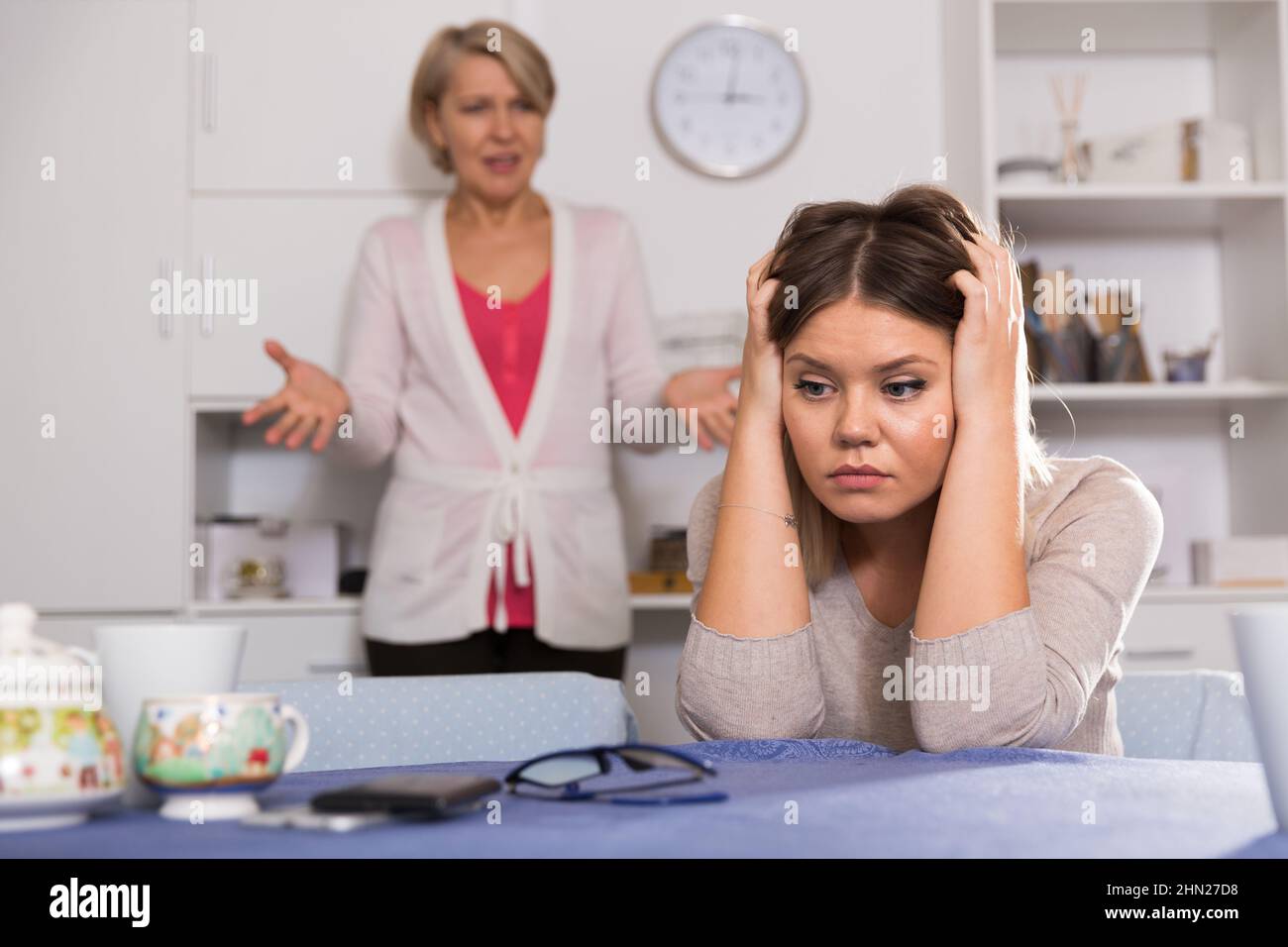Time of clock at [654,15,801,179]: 3:01
